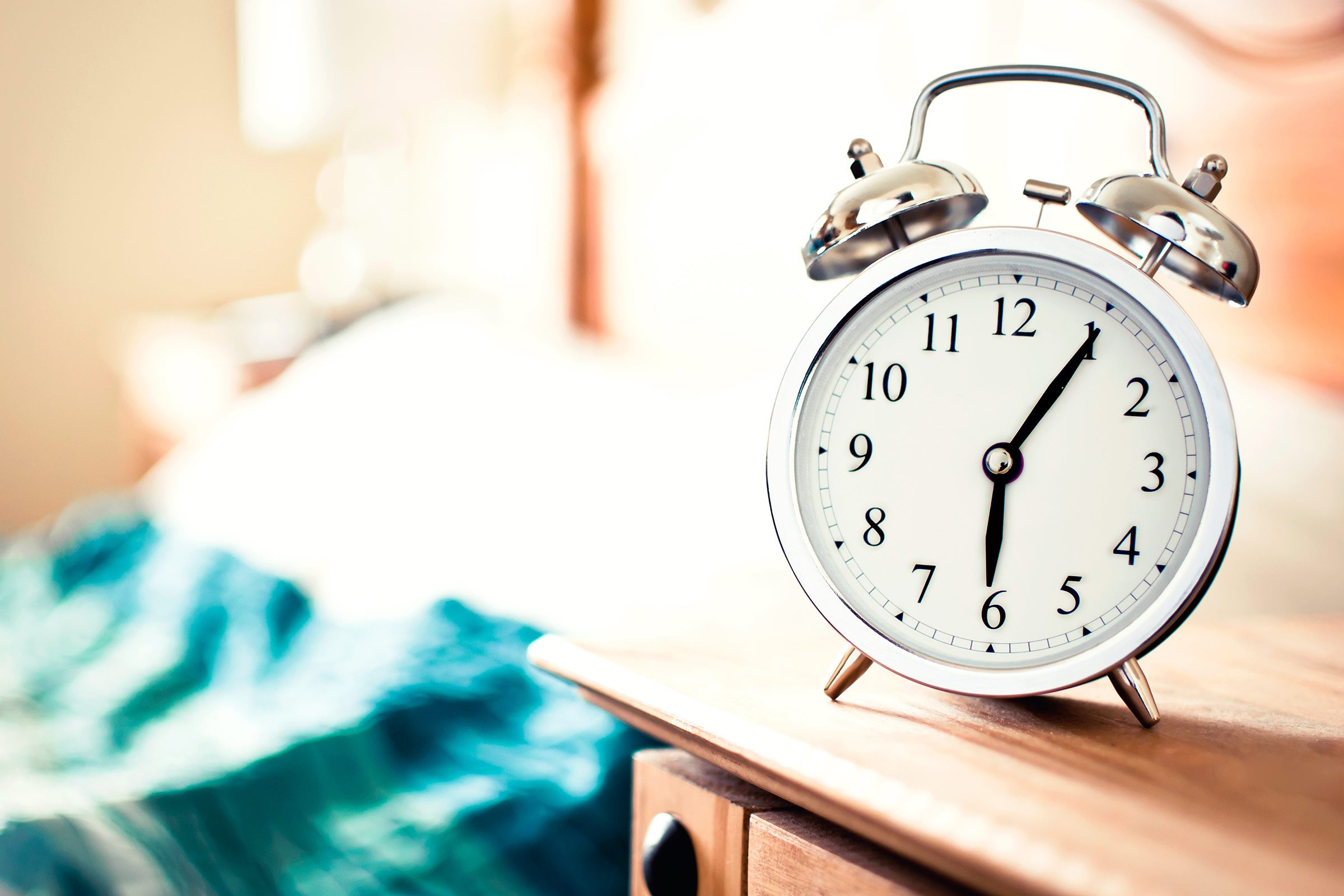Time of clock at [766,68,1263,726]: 6:05
